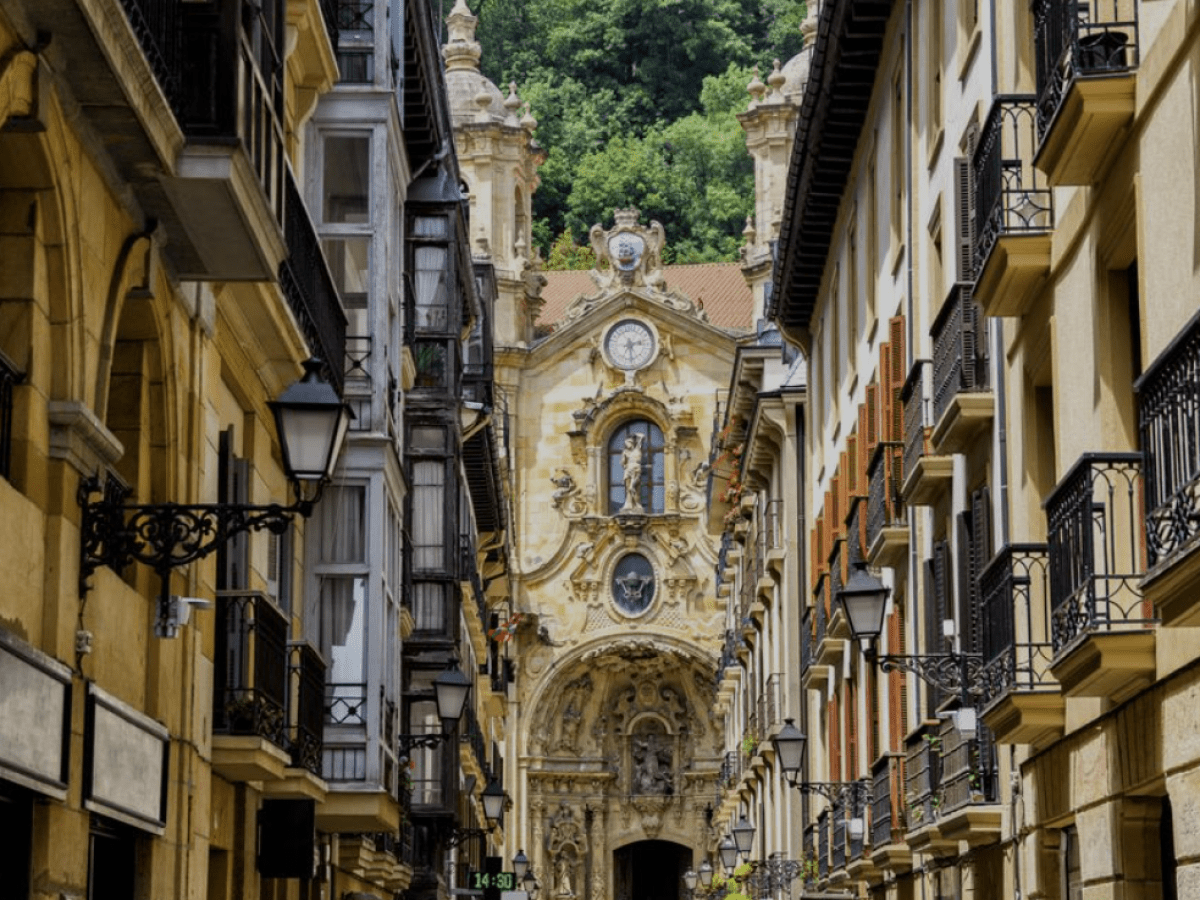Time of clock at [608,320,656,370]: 2:27
